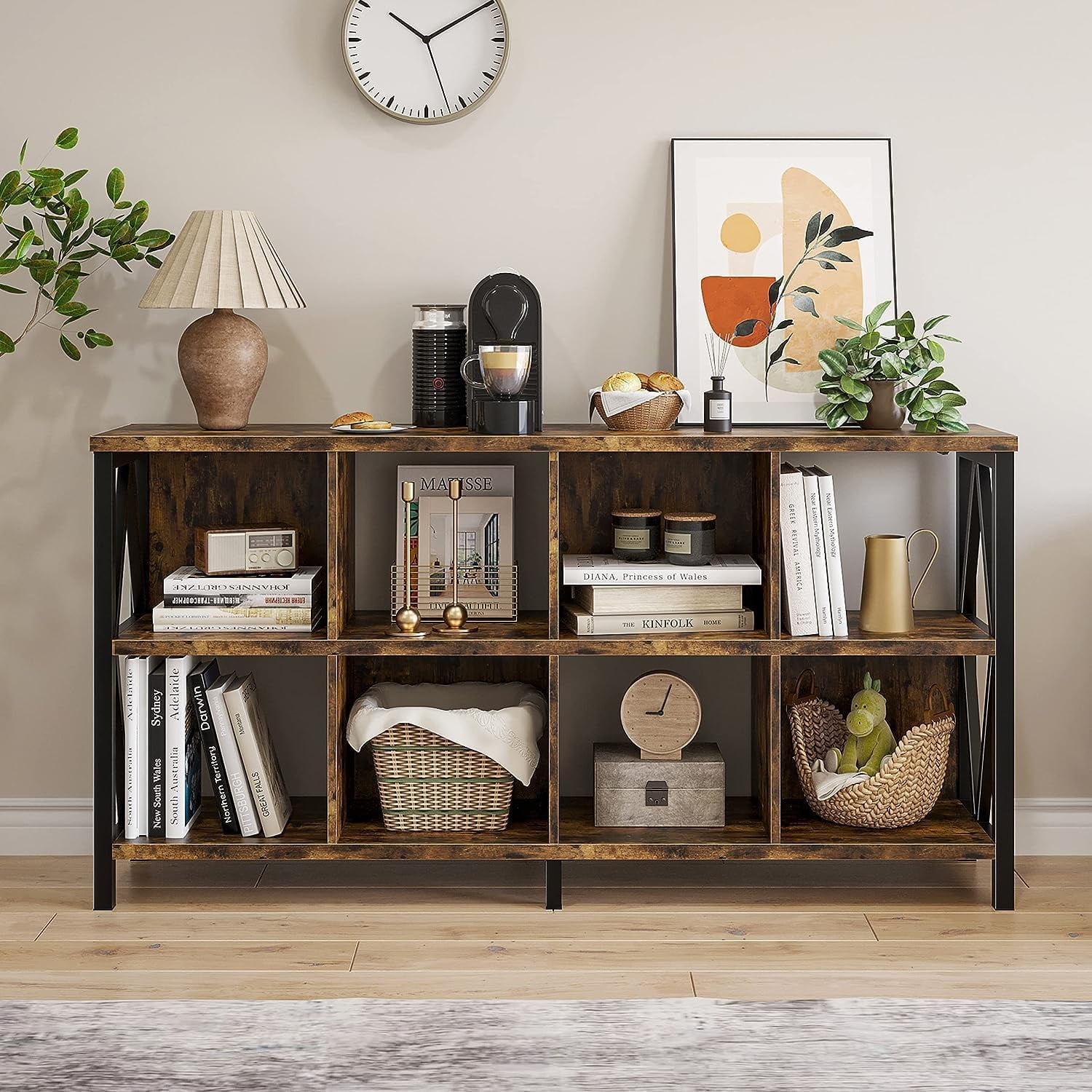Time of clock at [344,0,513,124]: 10:09
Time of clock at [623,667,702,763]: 9:03
